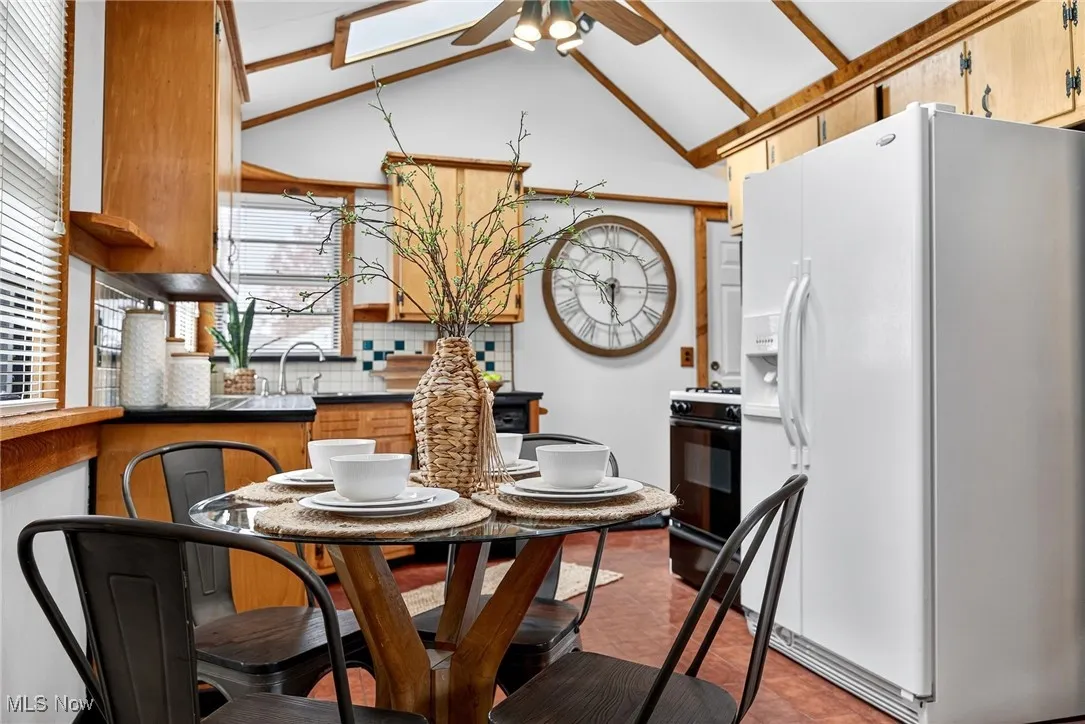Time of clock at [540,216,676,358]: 5:49
